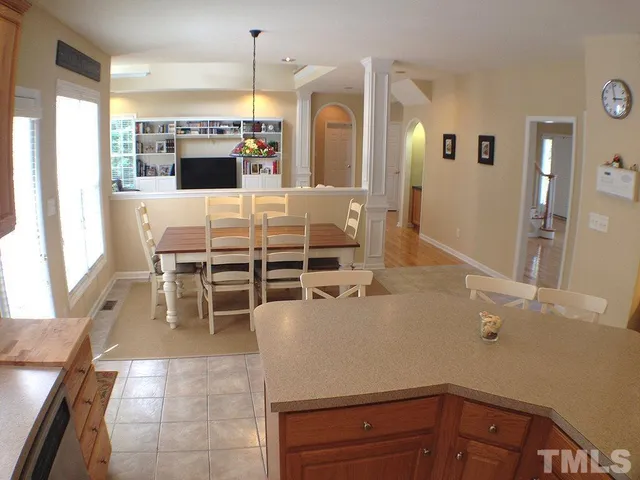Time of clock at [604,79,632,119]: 2:58
